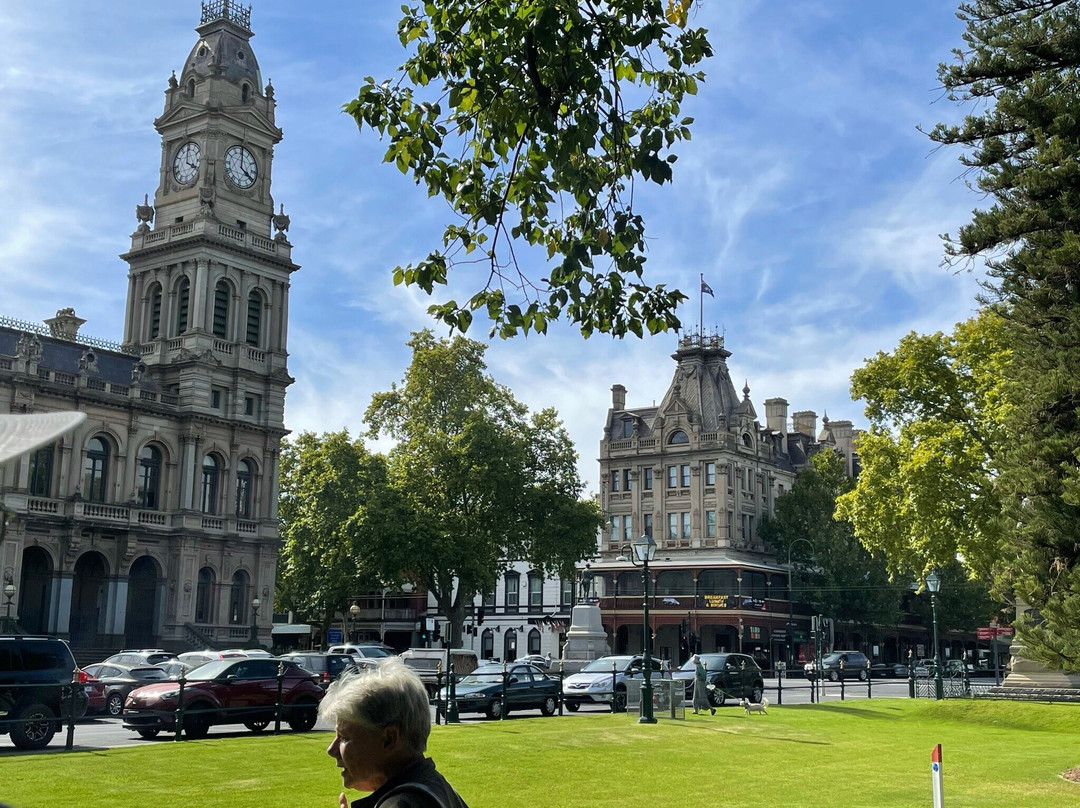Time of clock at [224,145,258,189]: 4:00
